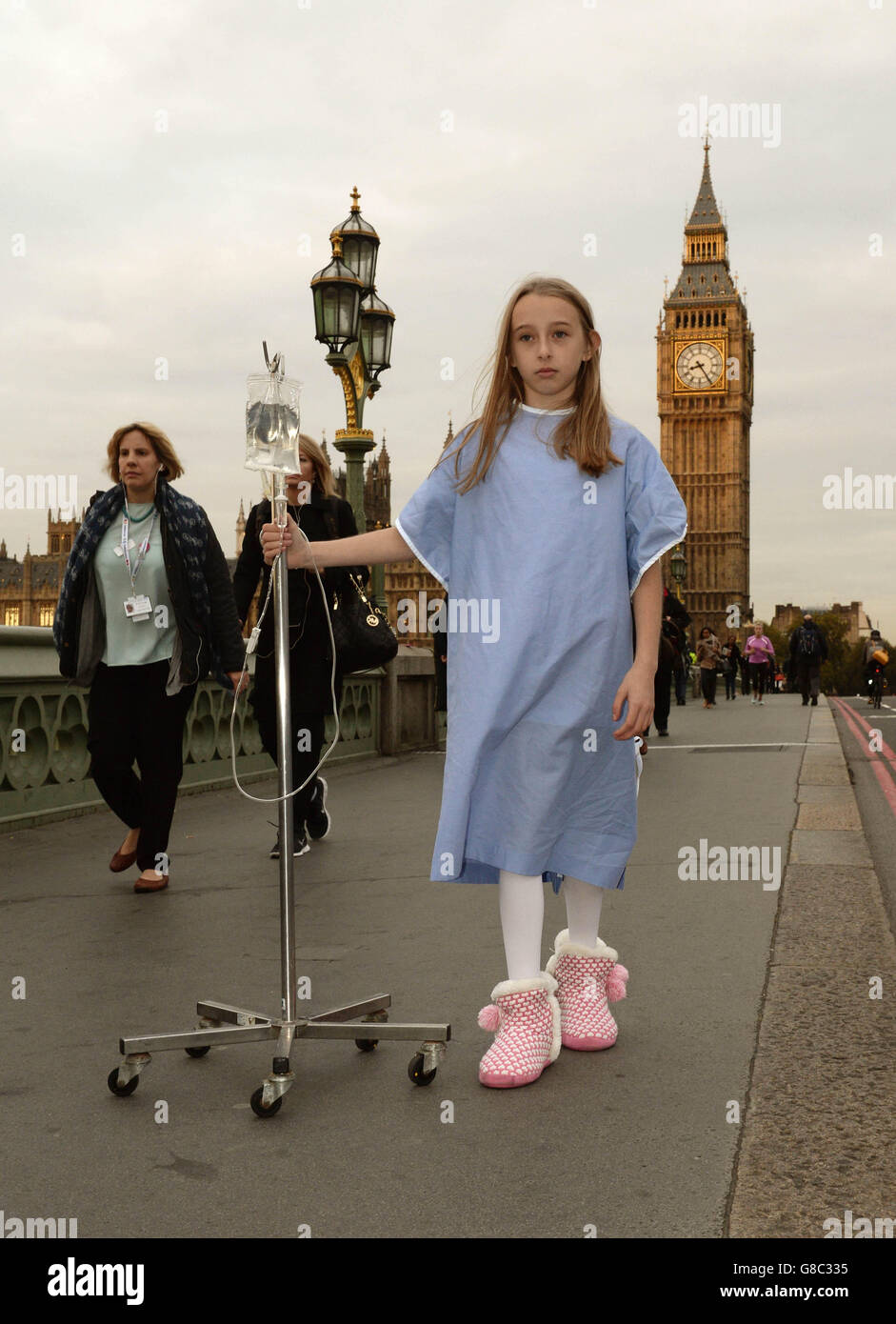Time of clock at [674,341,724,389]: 8:24
